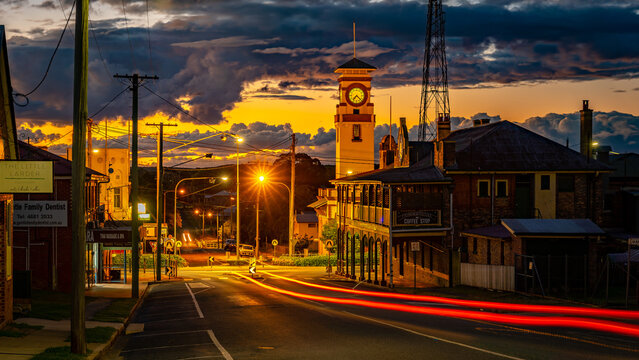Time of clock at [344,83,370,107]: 7:22
